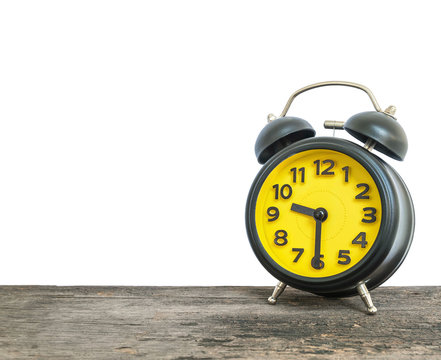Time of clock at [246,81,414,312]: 9:30
